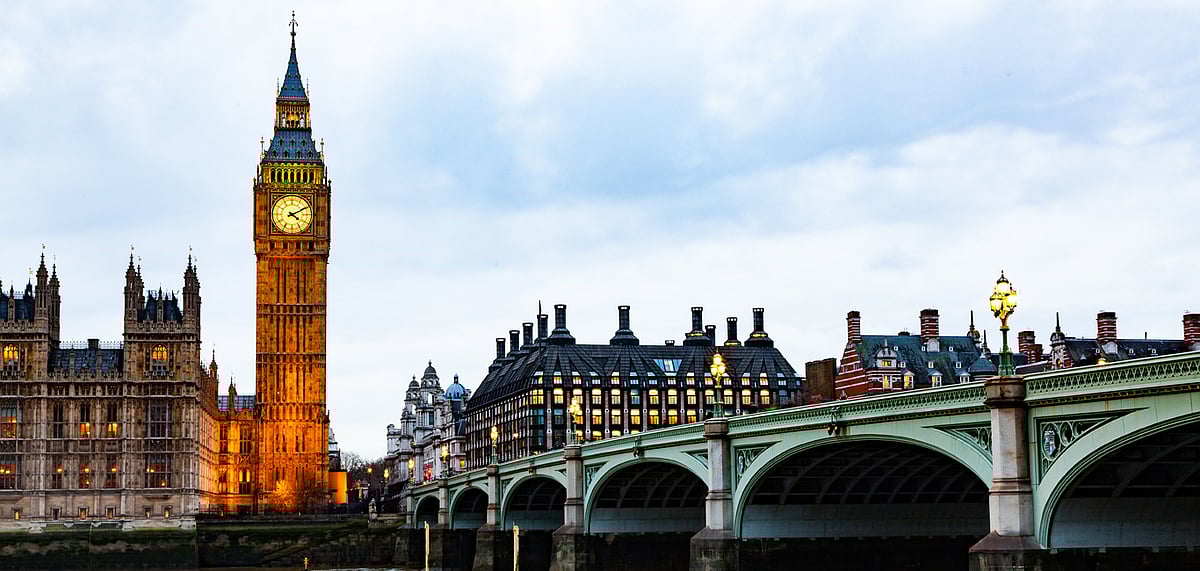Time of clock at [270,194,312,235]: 4:10
